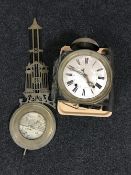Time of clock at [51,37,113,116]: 4:48
